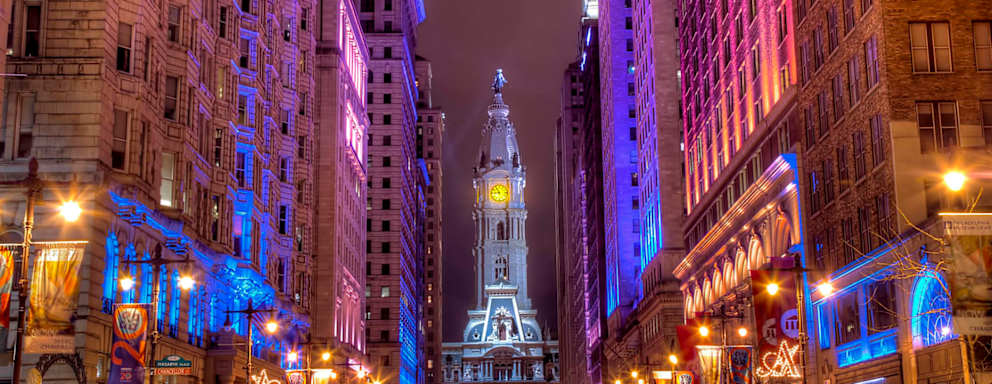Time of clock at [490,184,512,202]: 8:54
